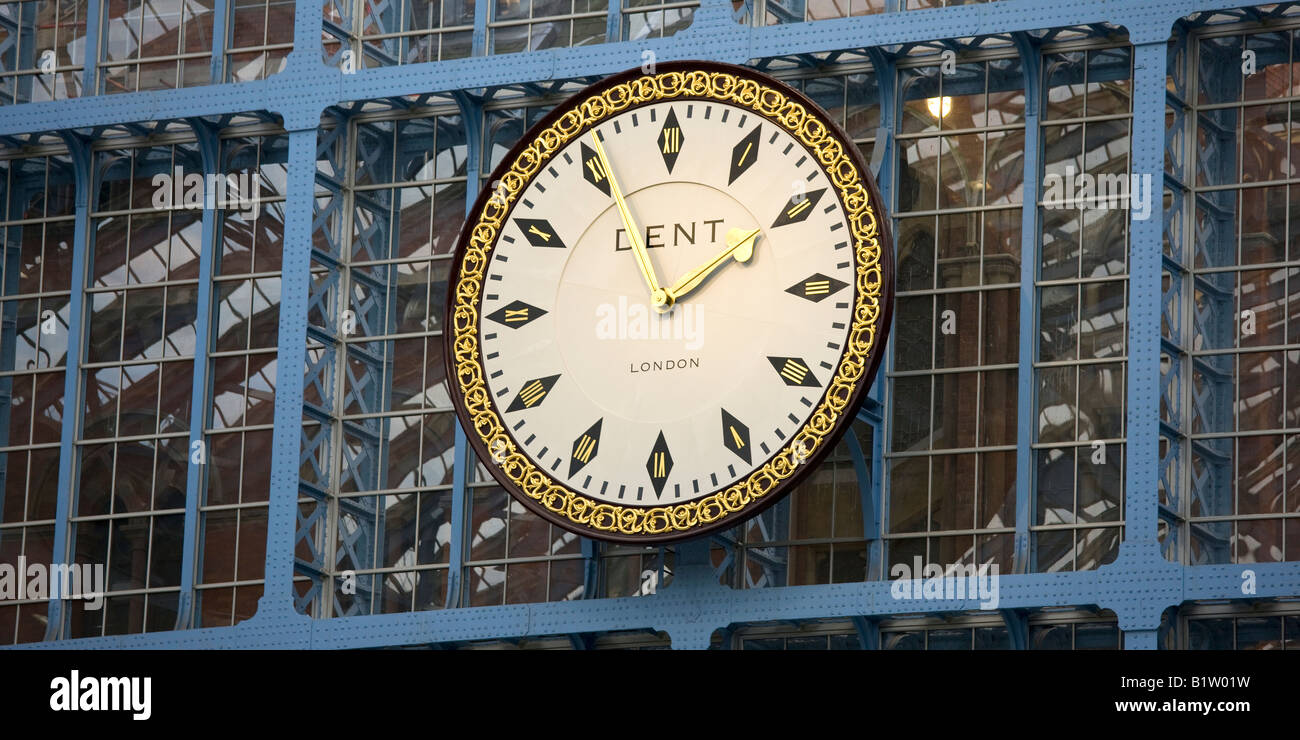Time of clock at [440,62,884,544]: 1:56
